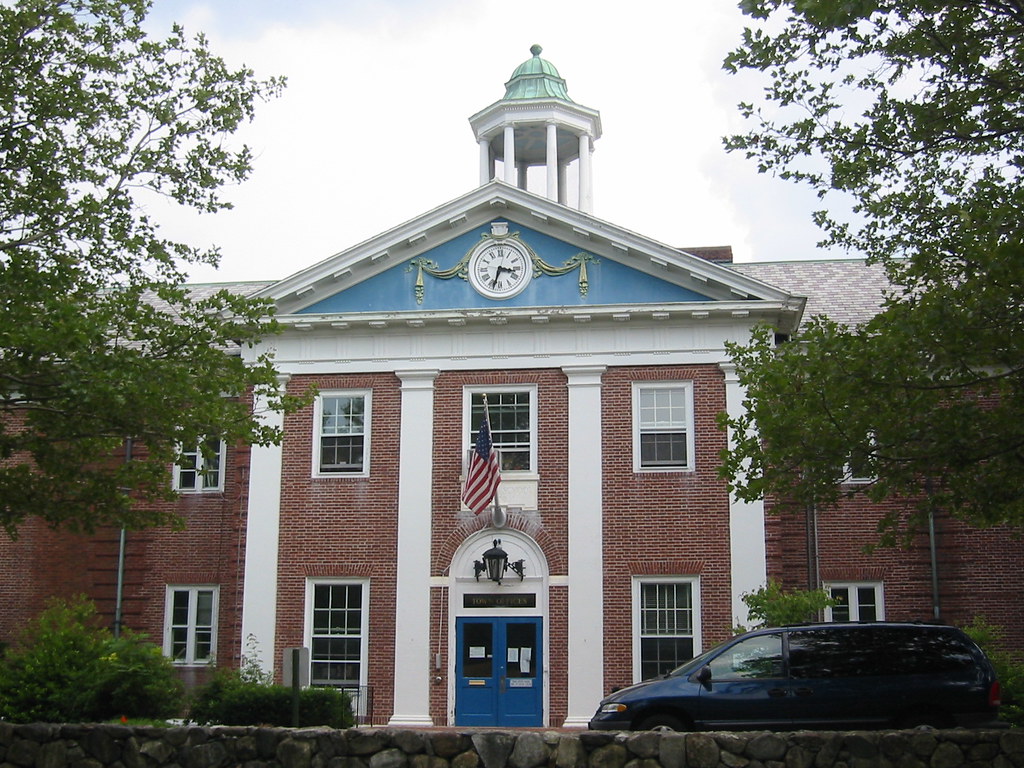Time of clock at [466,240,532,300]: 3:32
